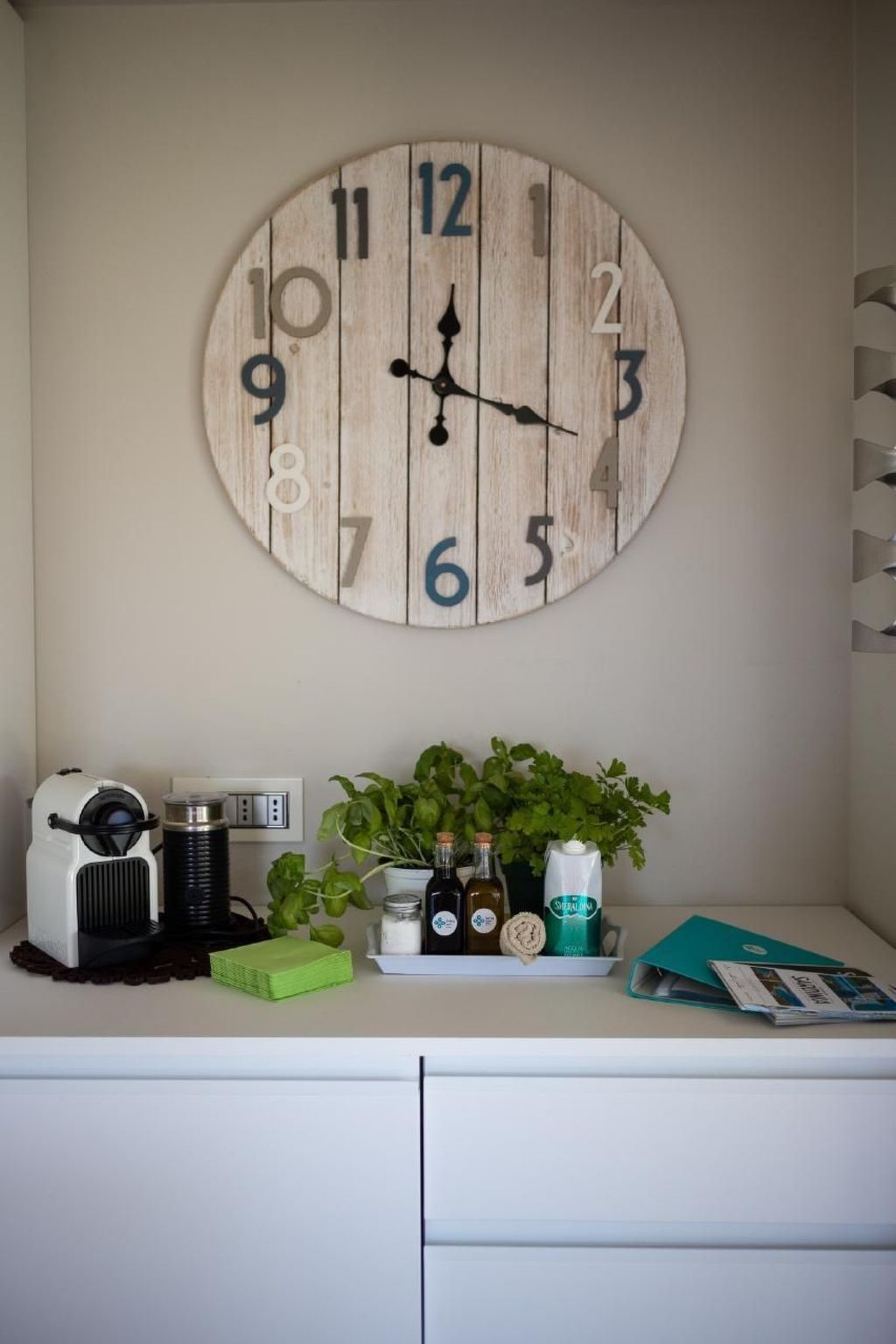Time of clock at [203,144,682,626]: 12:18
